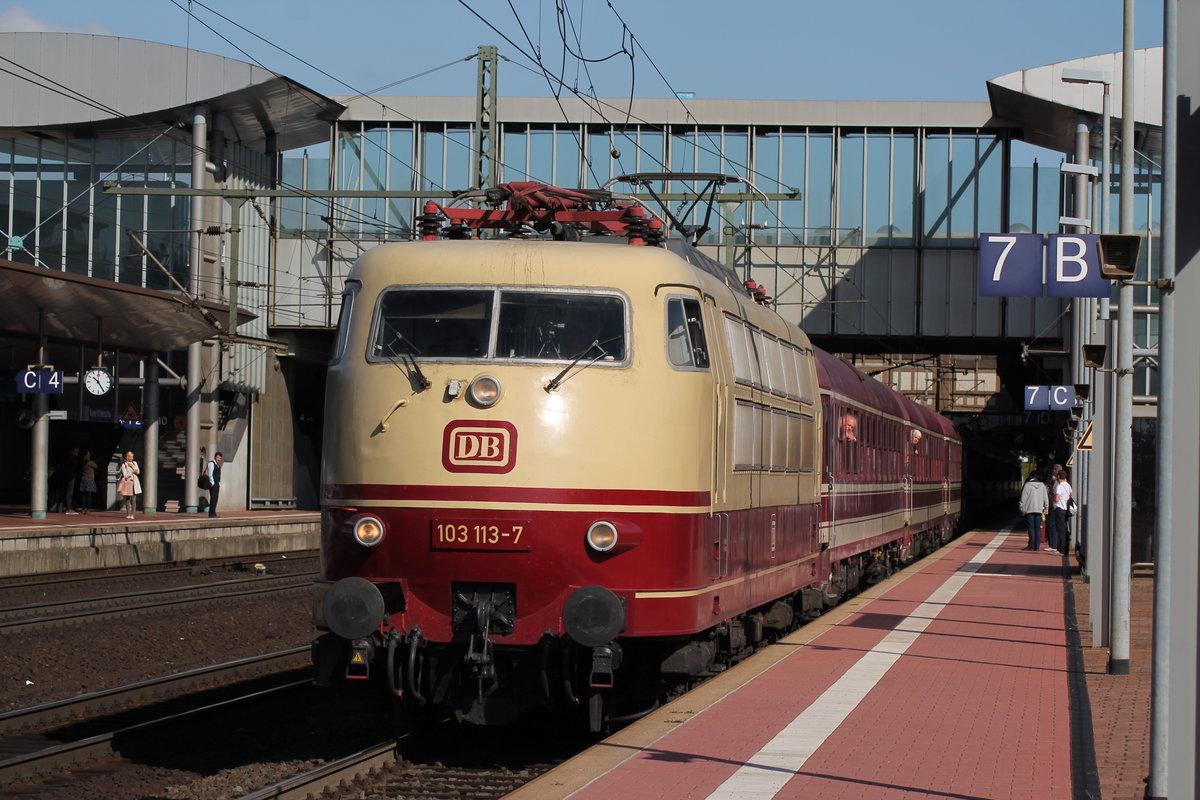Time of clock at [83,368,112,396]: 10:24
